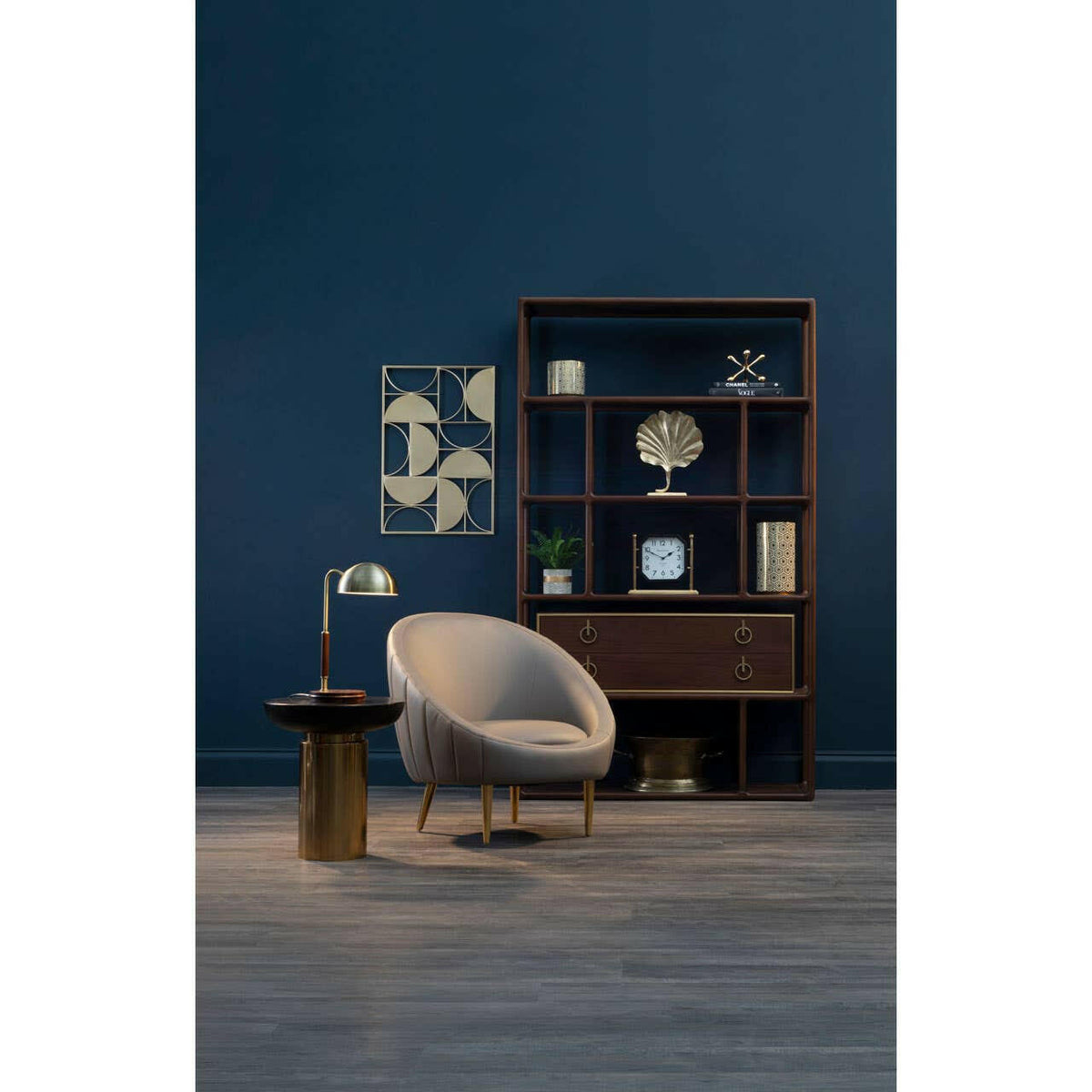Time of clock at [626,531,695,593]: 1:49
